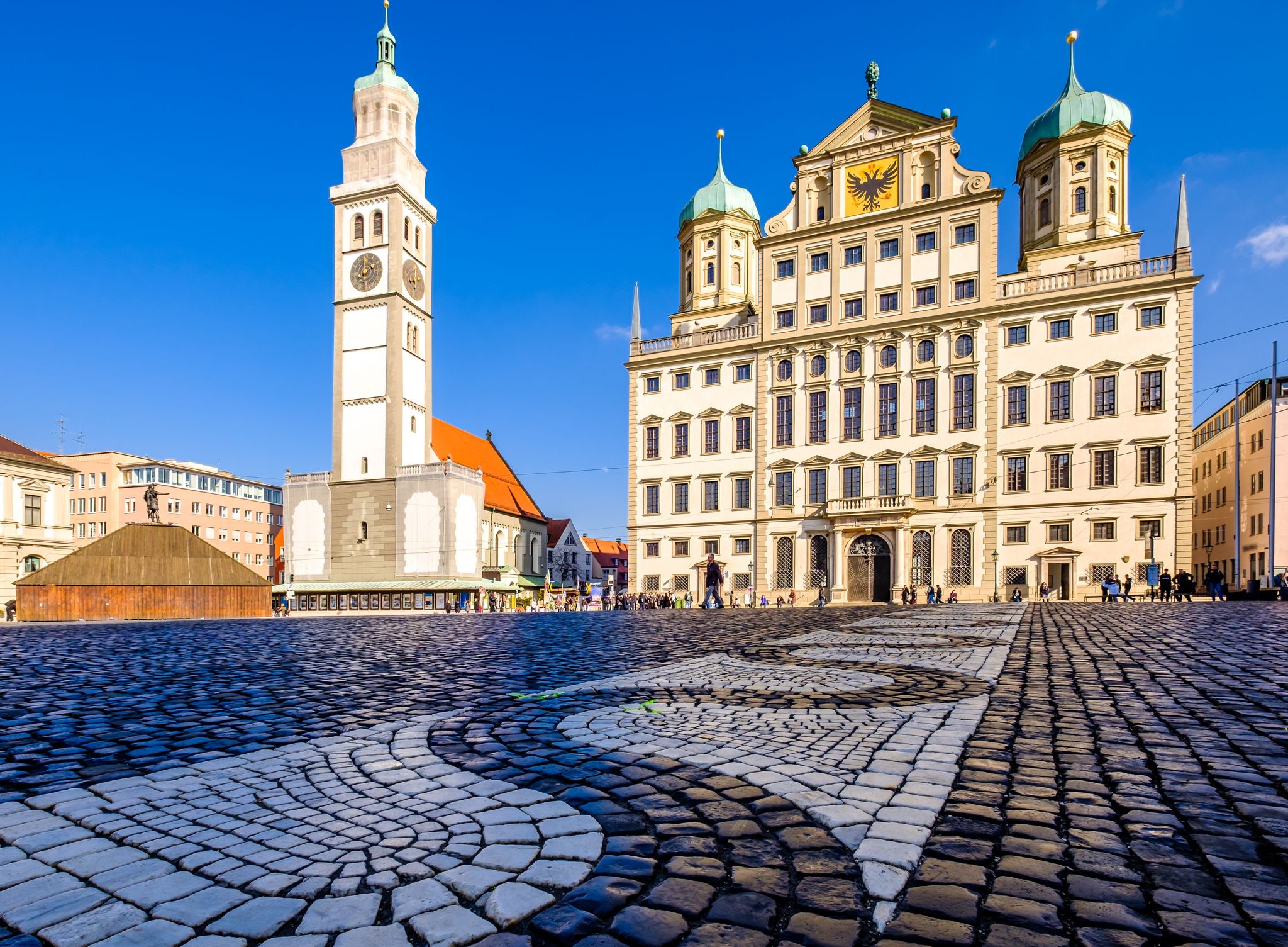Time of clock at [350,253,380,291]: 1:59
